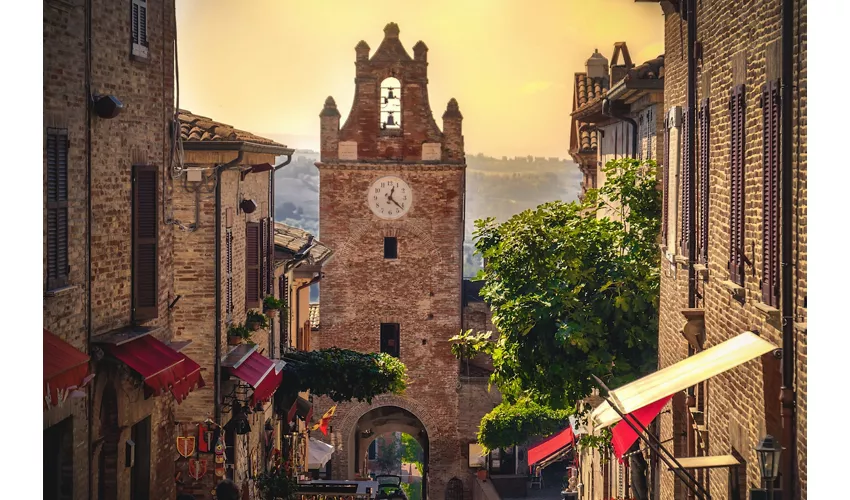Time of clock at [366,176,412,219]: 12:21
